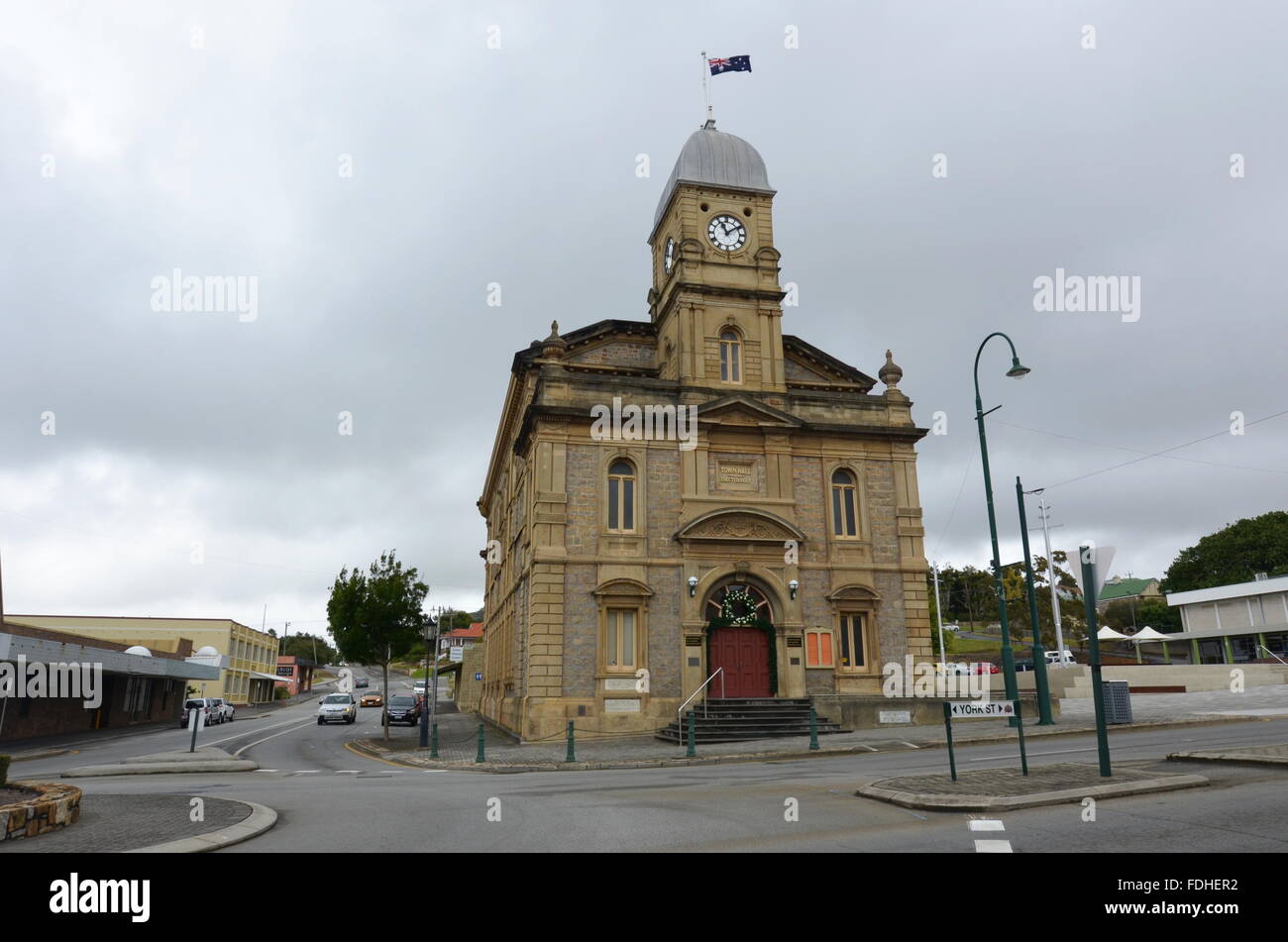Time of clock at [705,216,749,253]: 11:09
